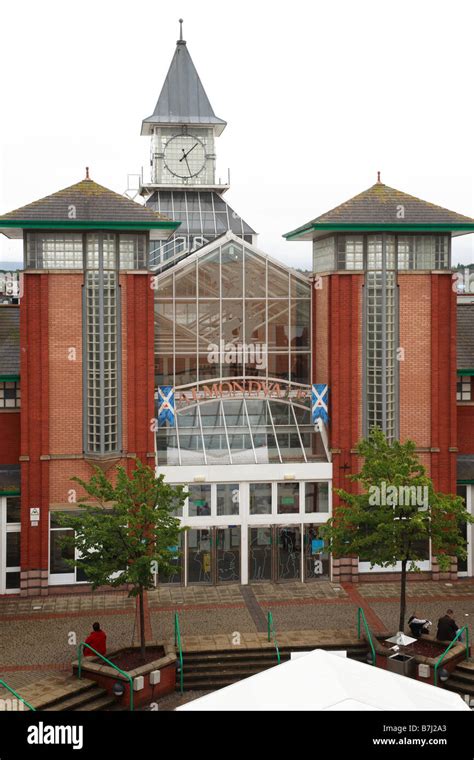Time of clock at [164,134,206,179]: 1:26
